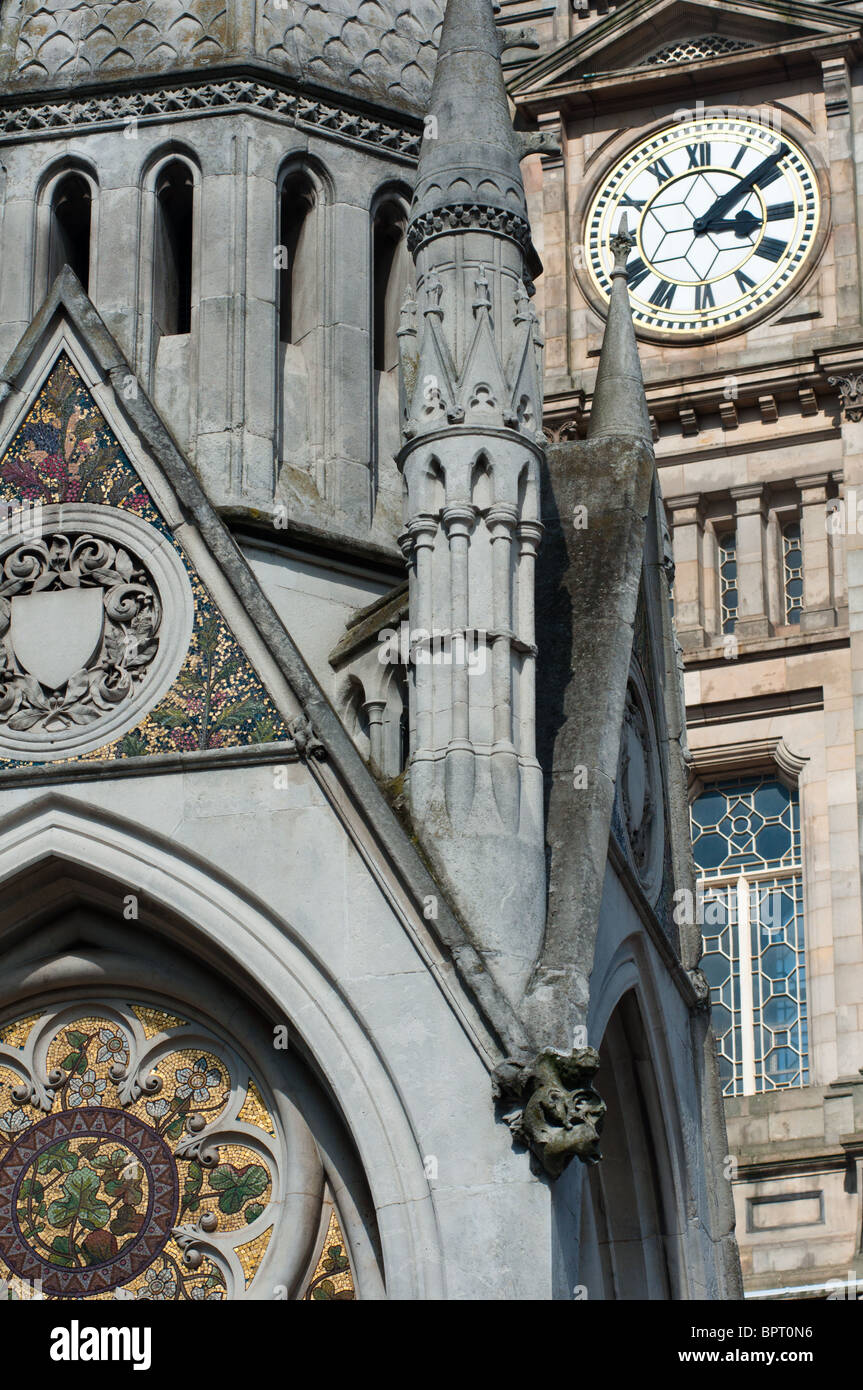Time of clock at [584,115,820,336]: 3:08
